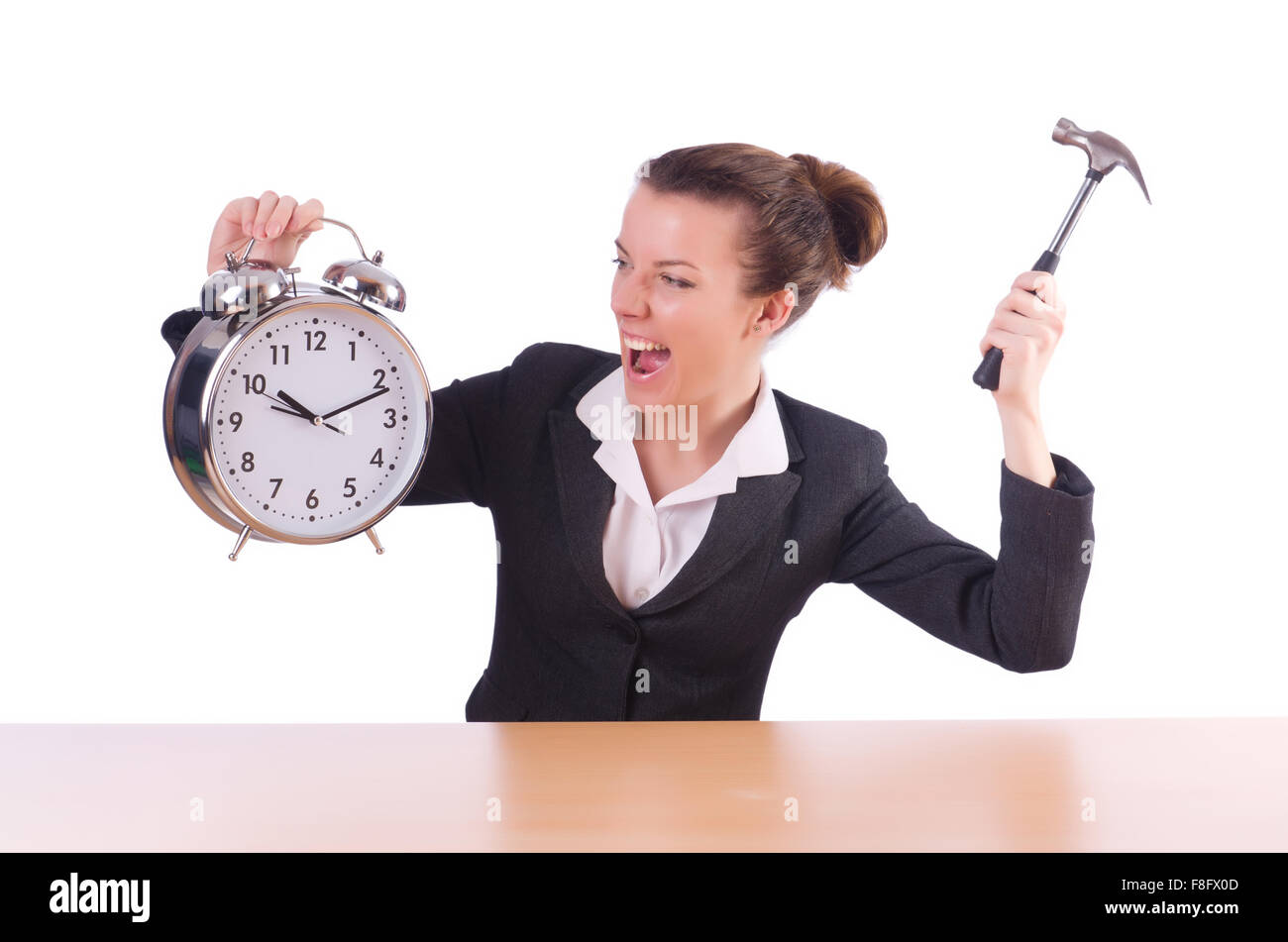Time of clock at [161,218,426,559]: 10:11
